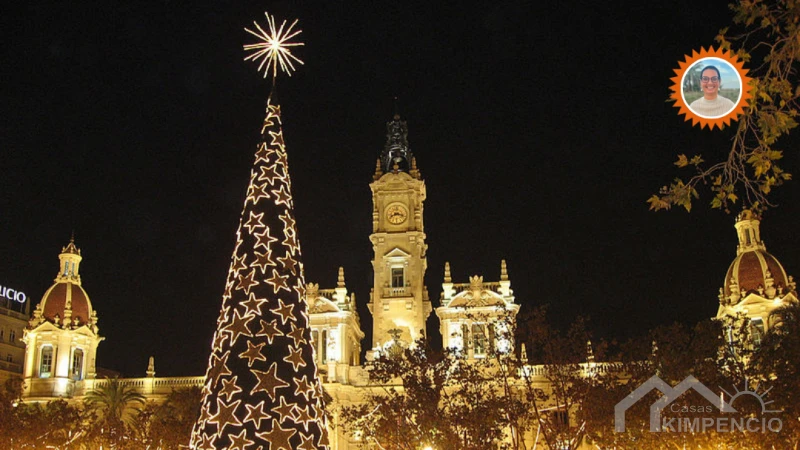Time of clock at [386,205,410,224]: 8:17
